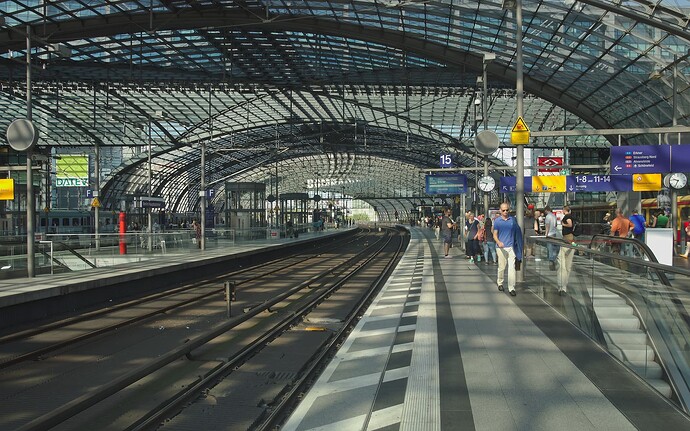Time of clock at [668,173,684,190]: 9:34
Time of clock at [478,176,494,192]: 9:34
